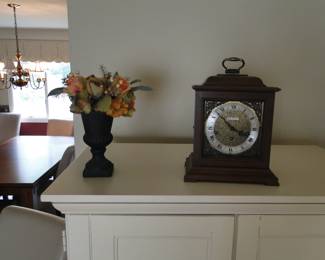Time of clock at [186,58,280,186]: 3:52
